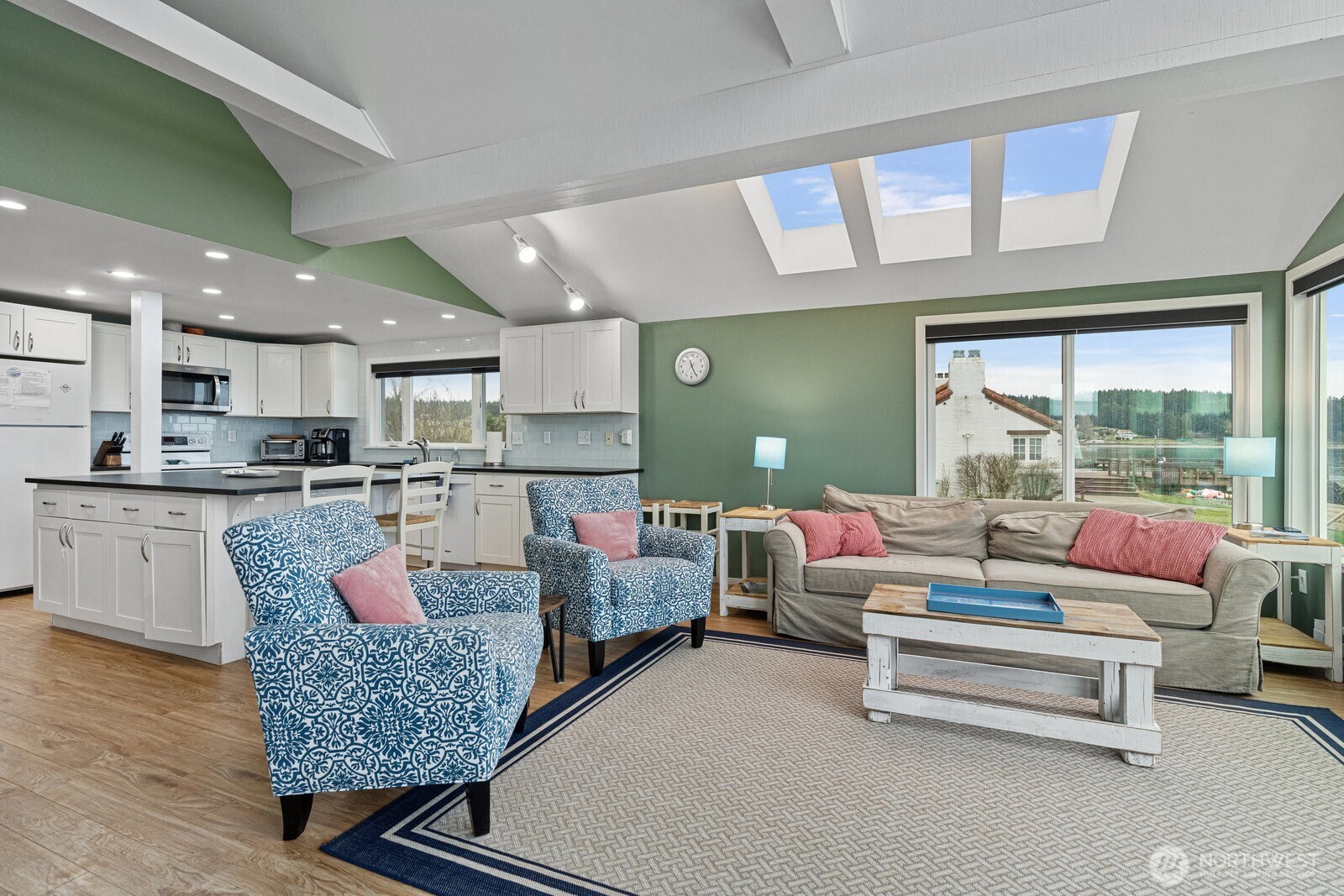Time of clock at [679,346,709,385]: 11:25
